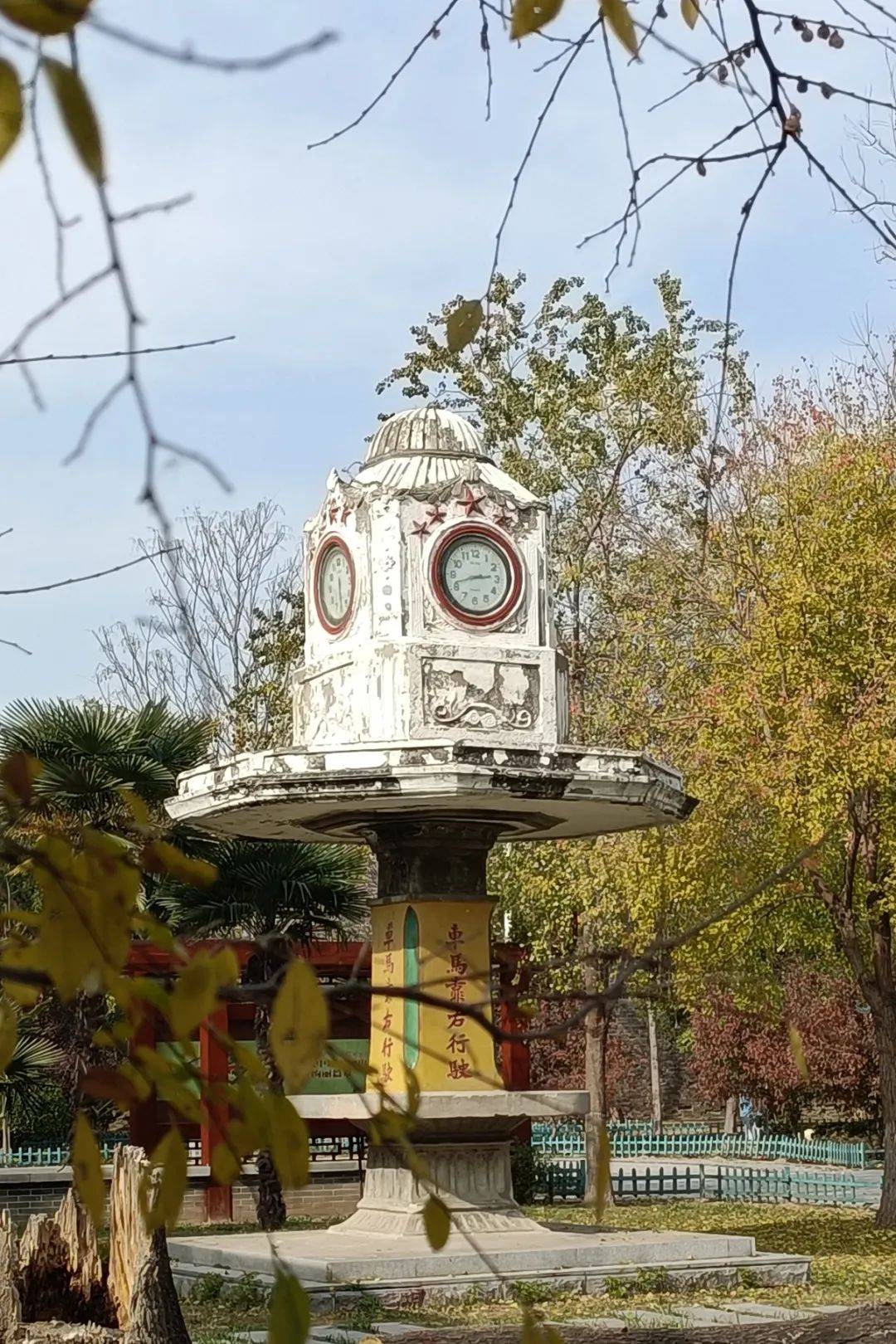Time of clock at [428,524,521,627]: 2:41
